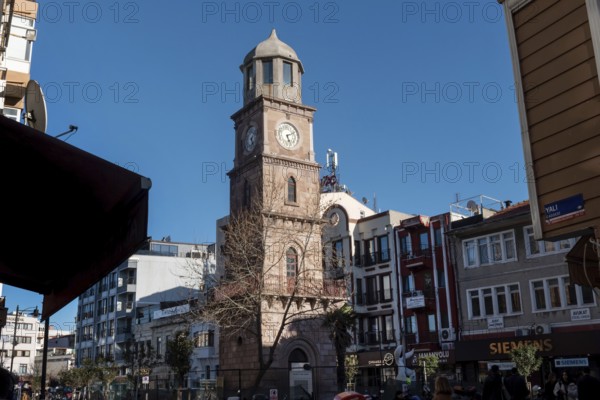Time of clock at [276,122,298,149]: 5:11
